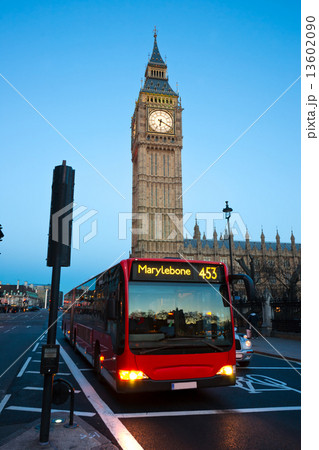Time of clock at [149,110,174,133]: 6:19
